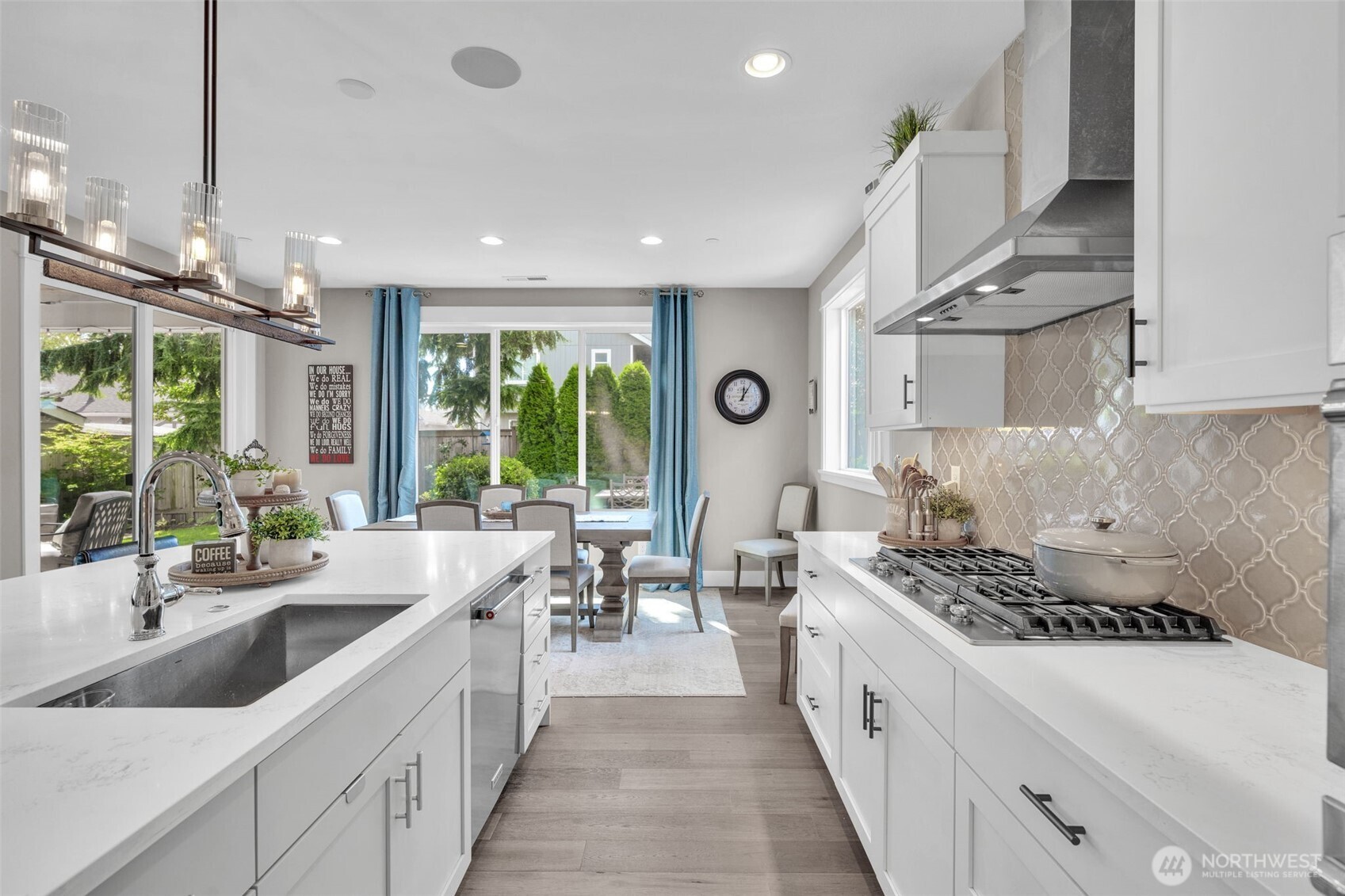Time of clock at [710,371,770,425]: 12:05
